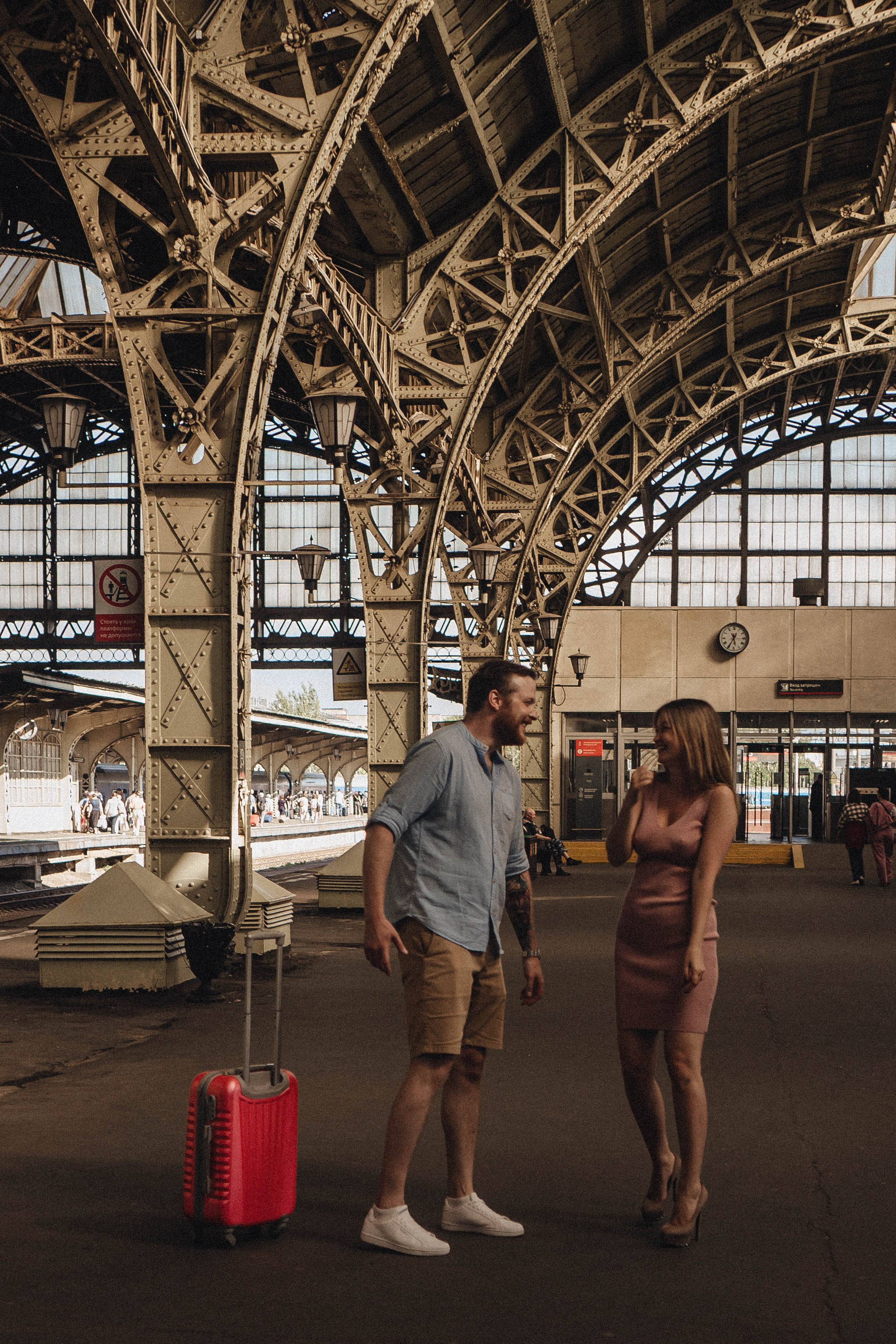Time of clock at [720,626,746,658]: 5:35
